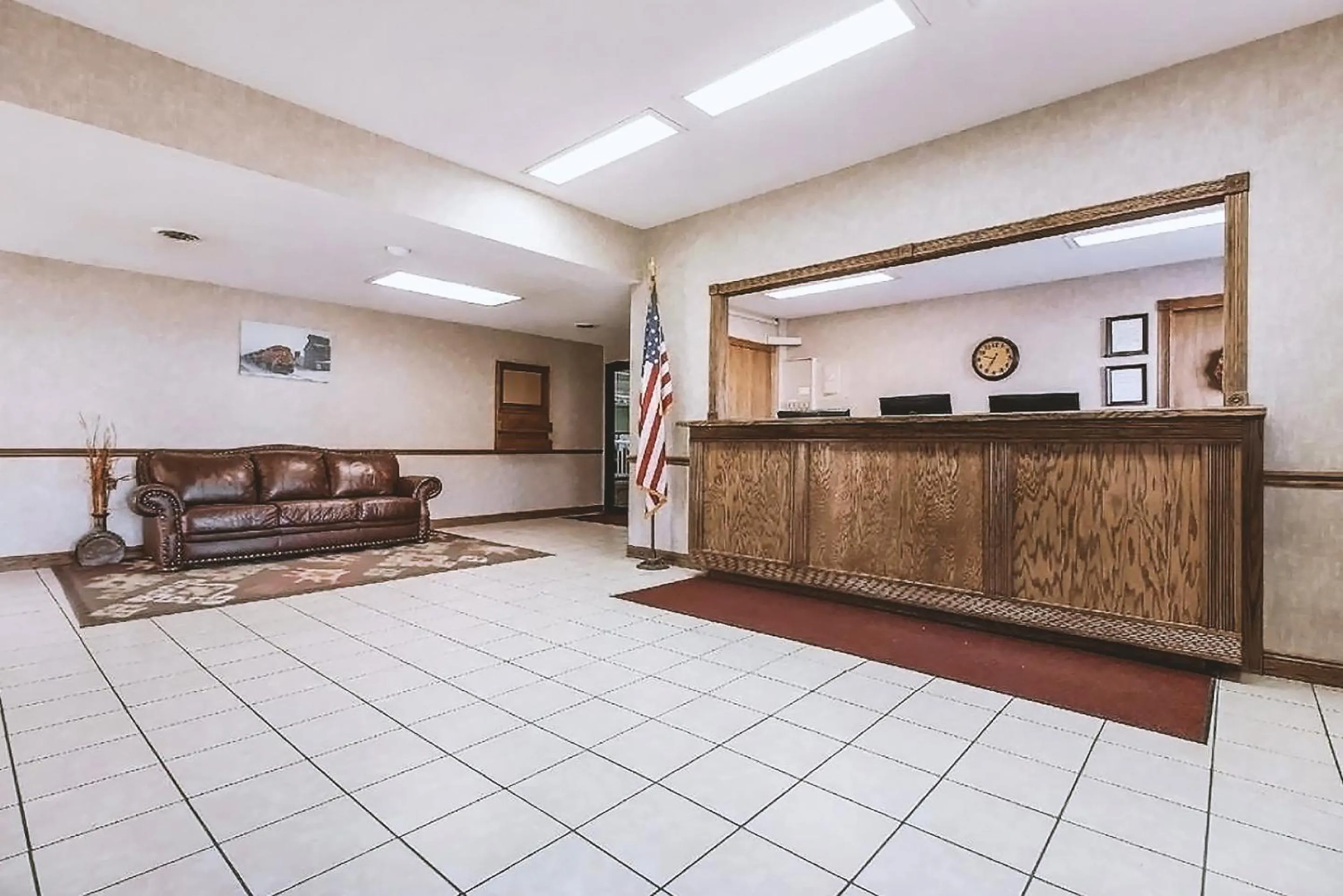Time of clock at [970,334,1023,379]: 6:47
